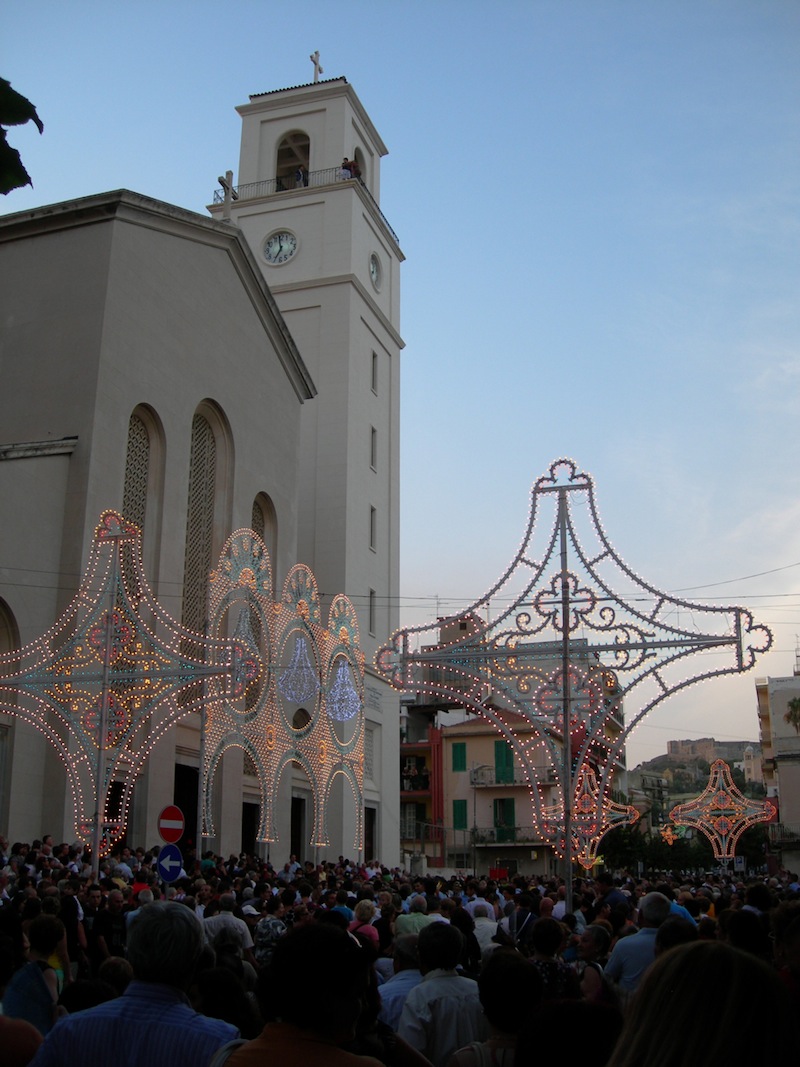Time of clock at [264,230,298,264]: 6:58
